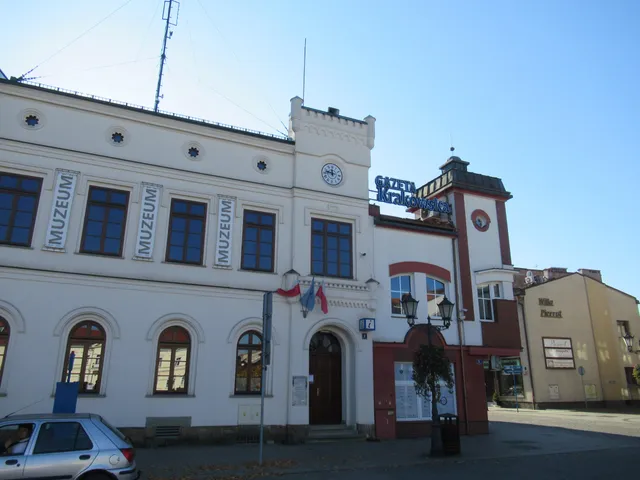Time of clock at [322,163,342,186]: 11:47
